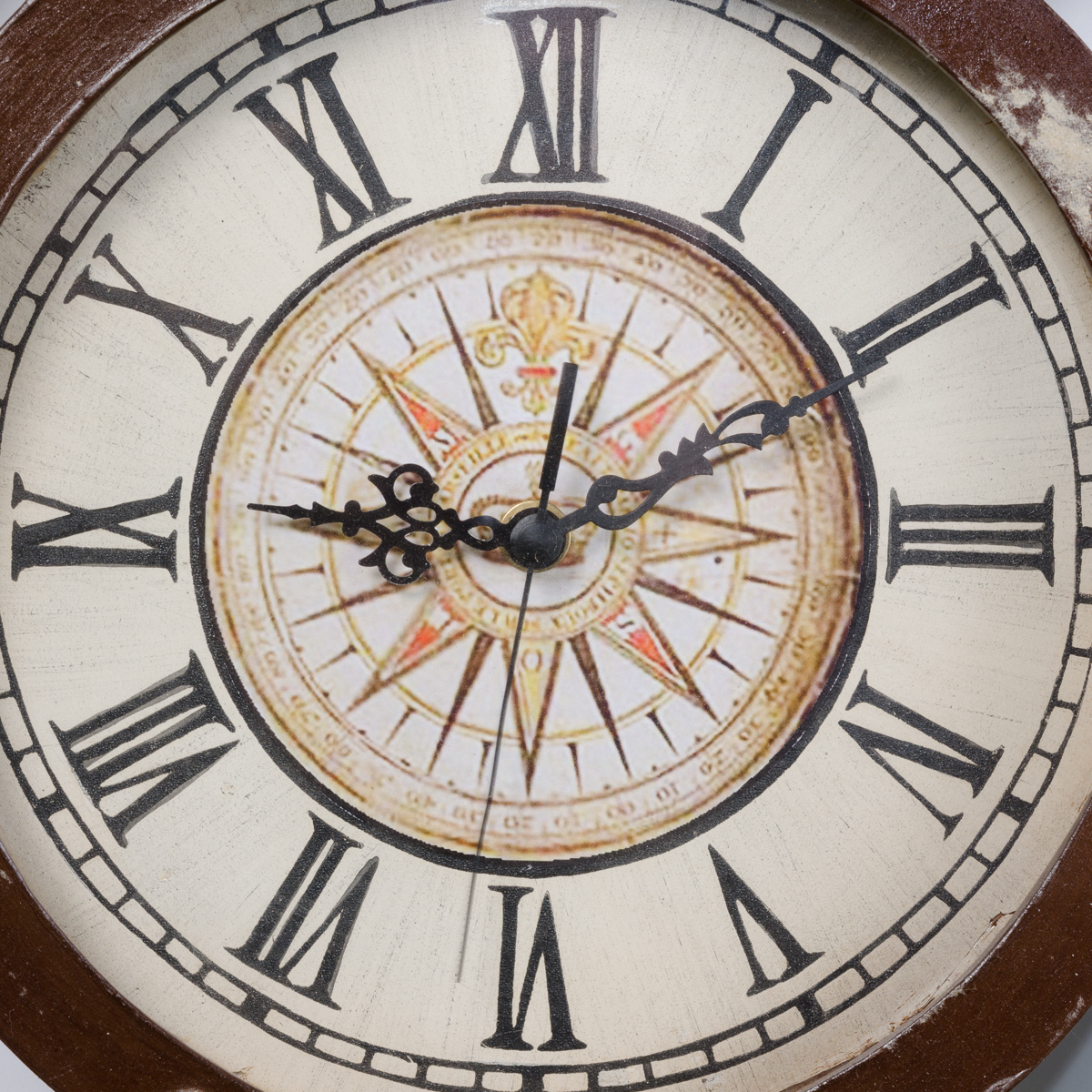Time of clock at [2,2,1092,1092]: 9:10
